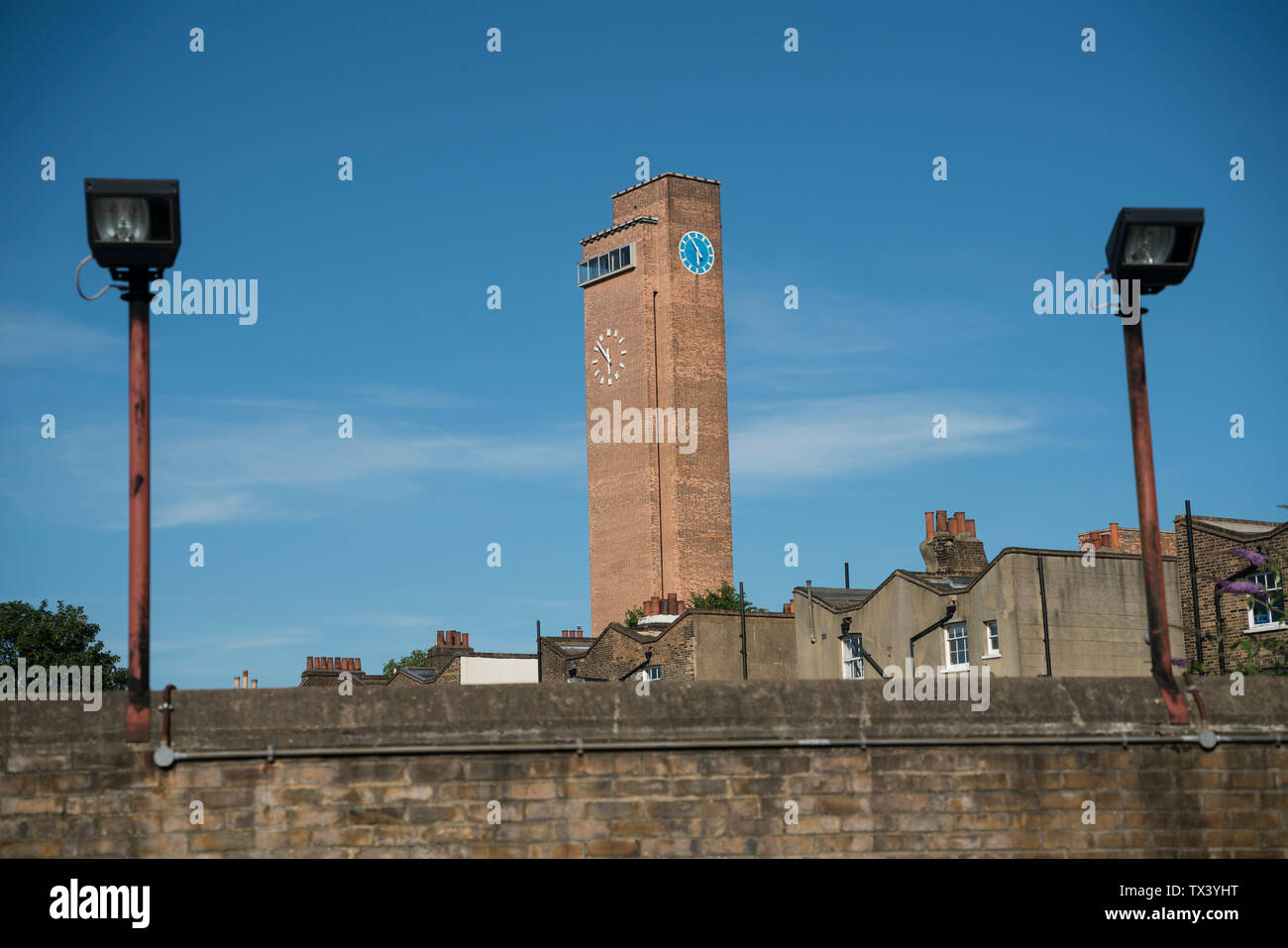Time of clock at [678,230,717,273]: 5:54
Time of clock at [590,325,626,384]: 5:51
